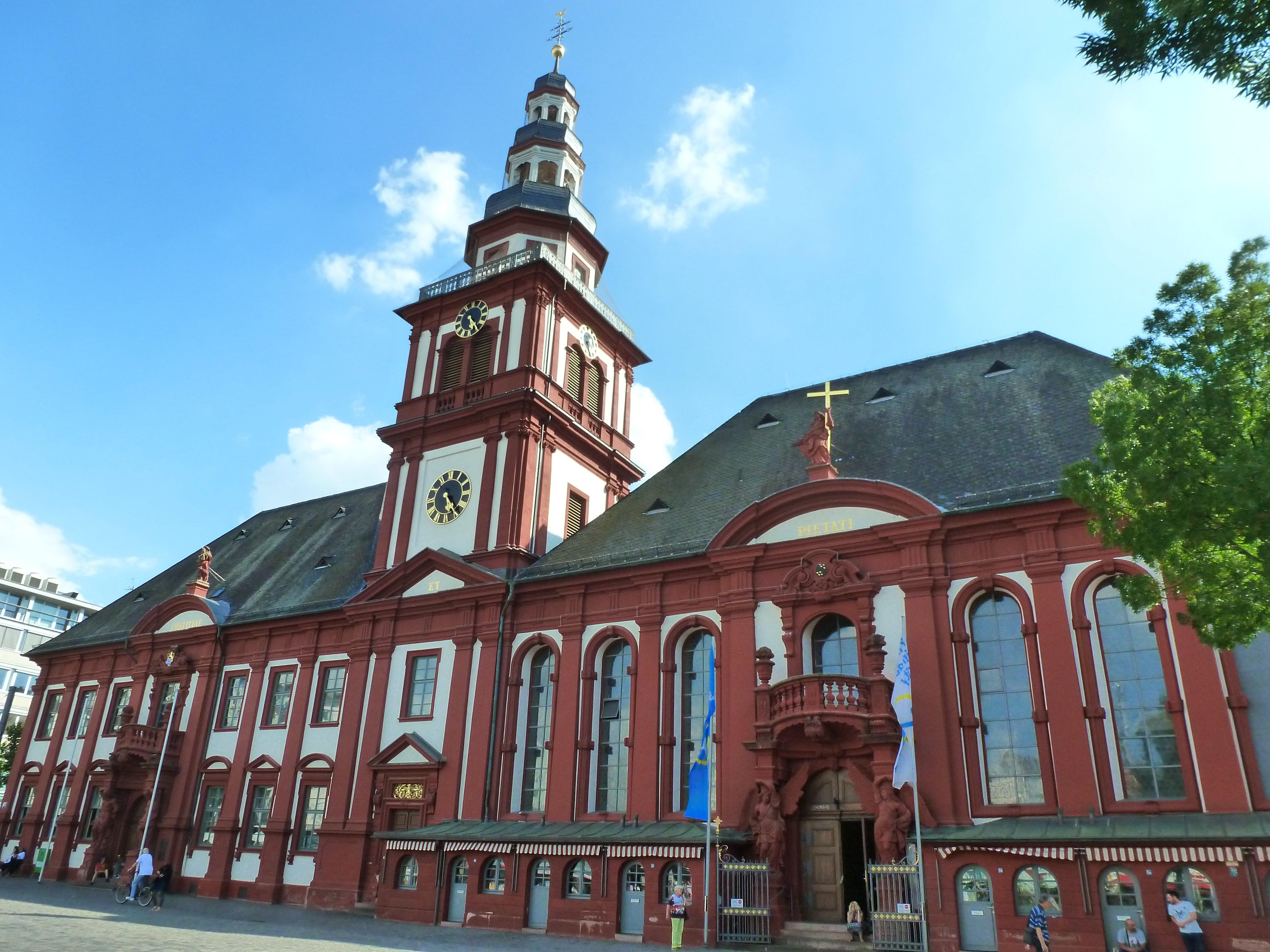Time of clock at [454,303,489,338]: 5:23
